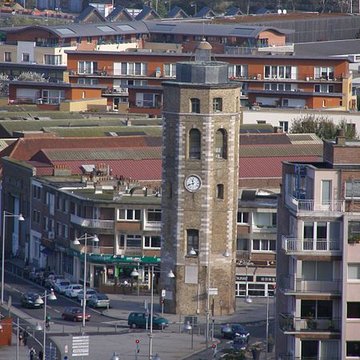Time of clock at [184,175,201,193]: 11:41
